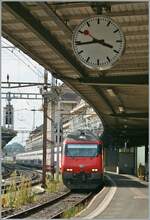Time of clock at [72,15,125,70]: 3:43
